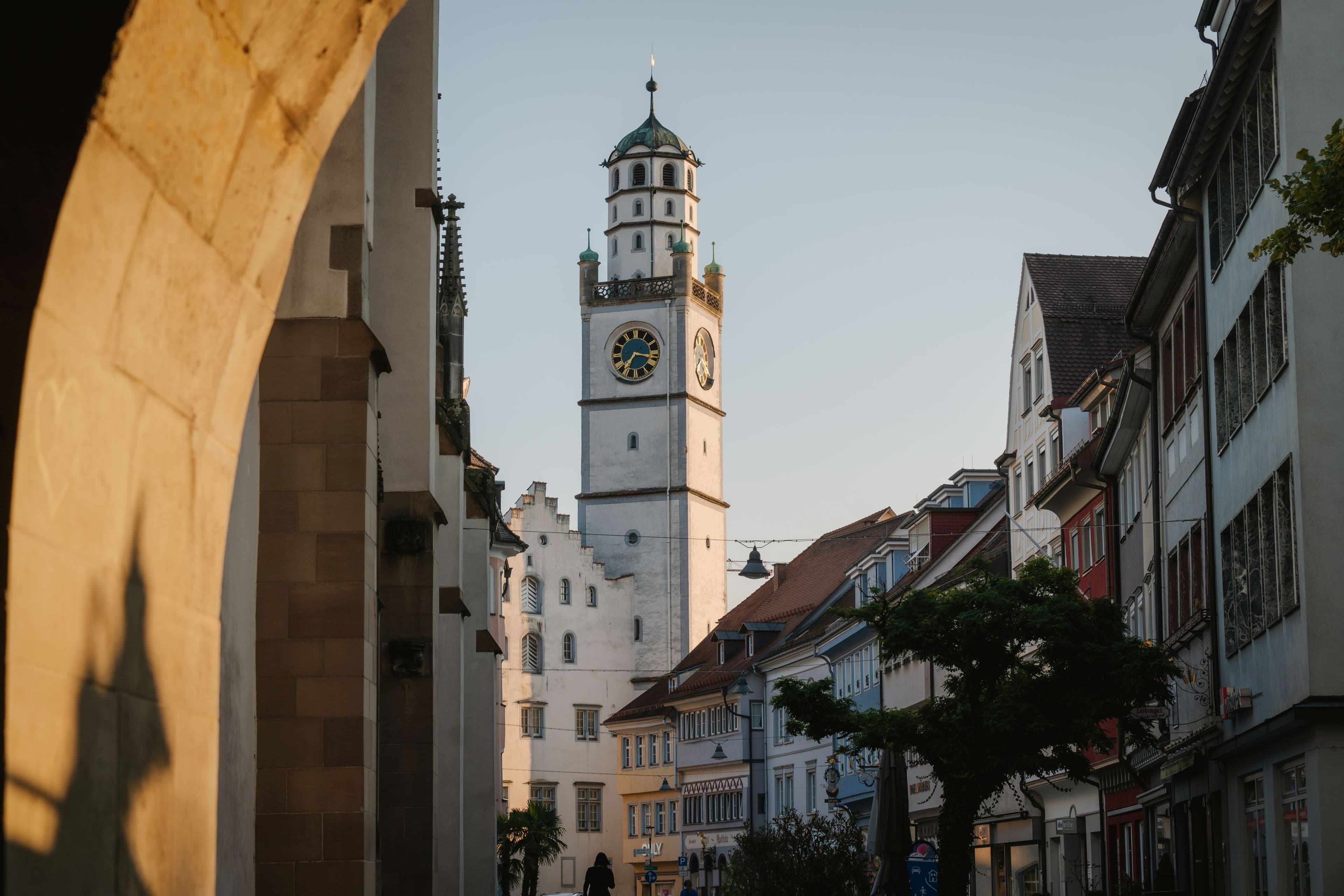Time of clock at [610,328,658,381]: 7:17
